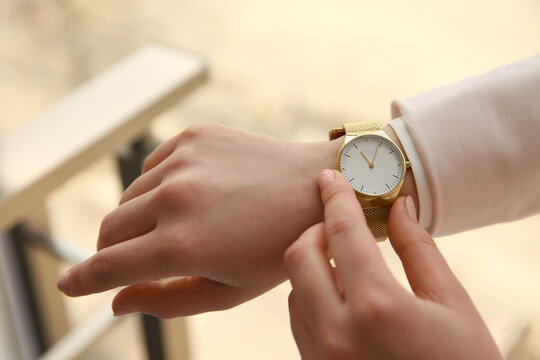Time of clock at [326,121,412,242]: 11:04
